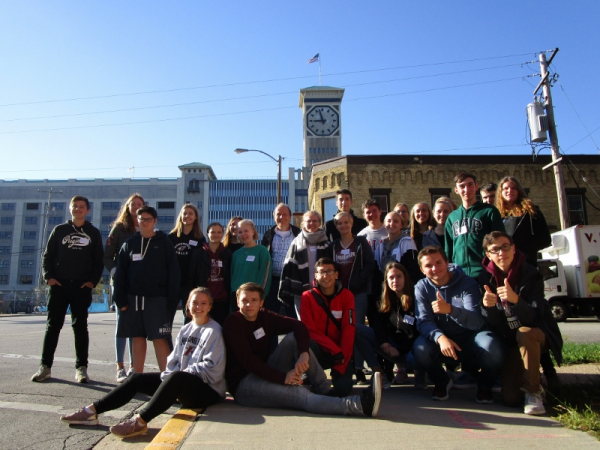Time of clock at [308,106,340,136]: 8:57
